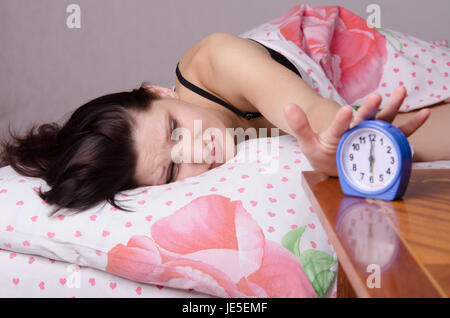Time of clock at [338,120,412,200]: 6:00
